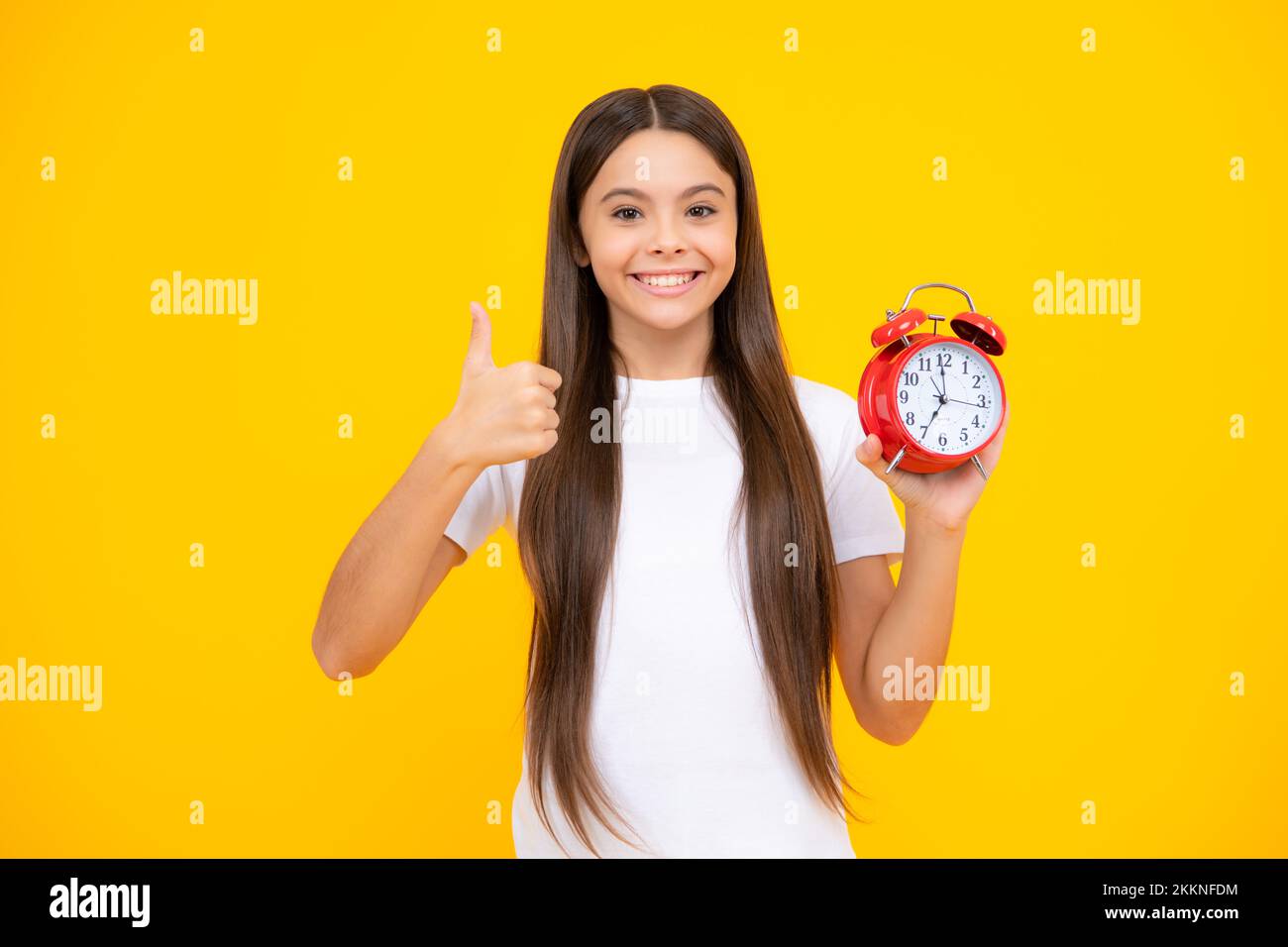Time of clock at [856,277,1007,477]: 6:59
